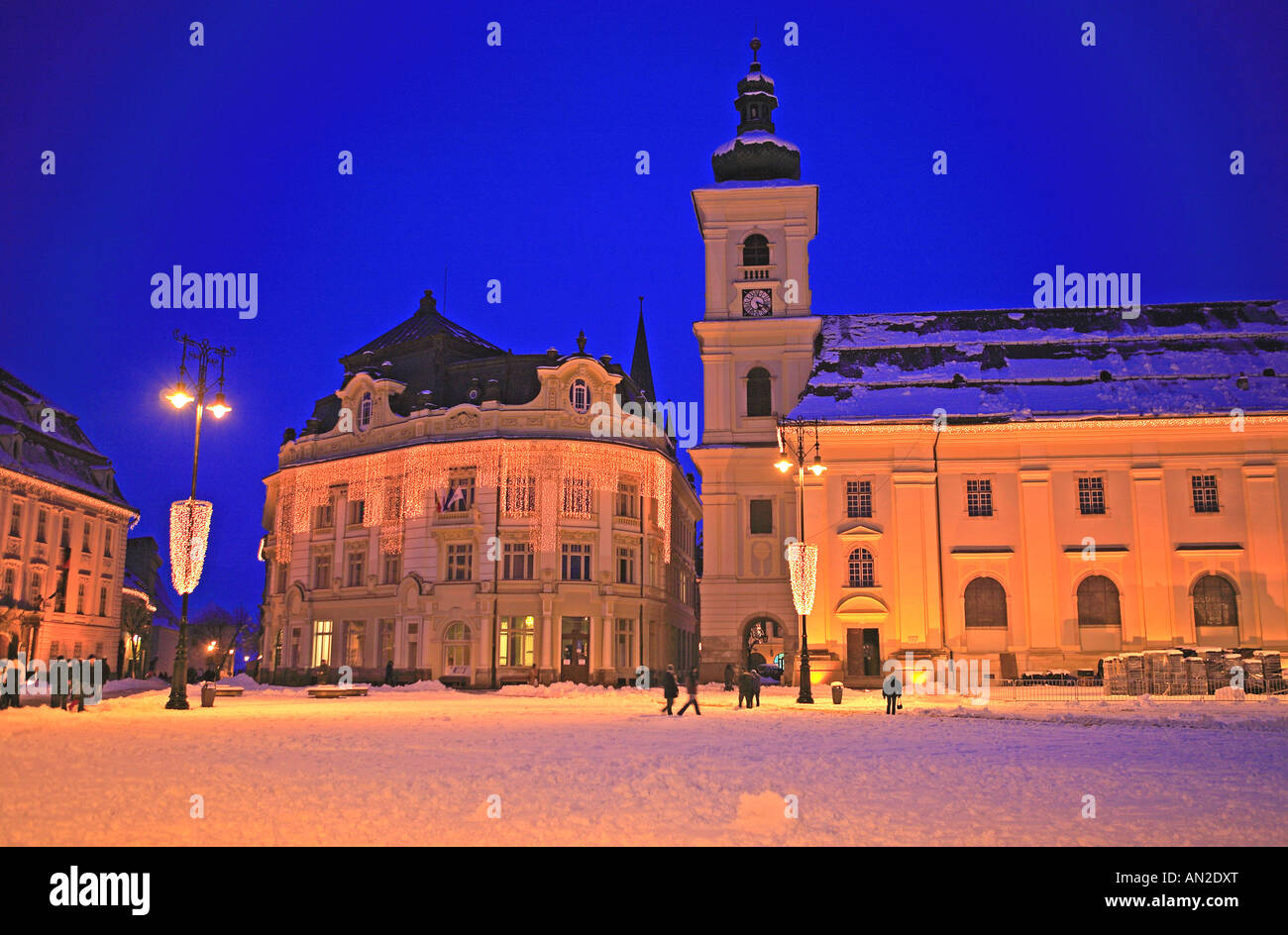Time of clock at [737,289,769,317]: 5:18
